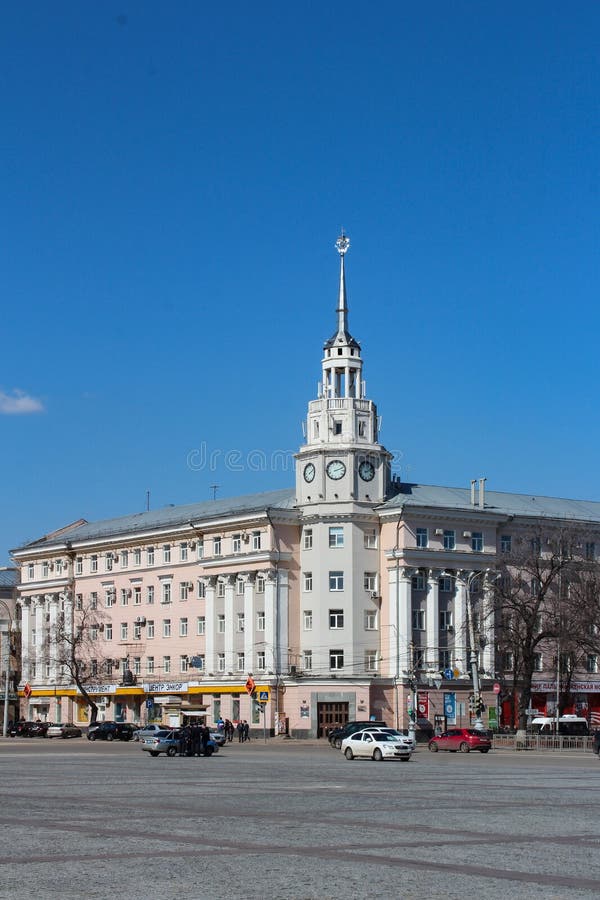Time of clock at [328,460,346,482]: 2:11
